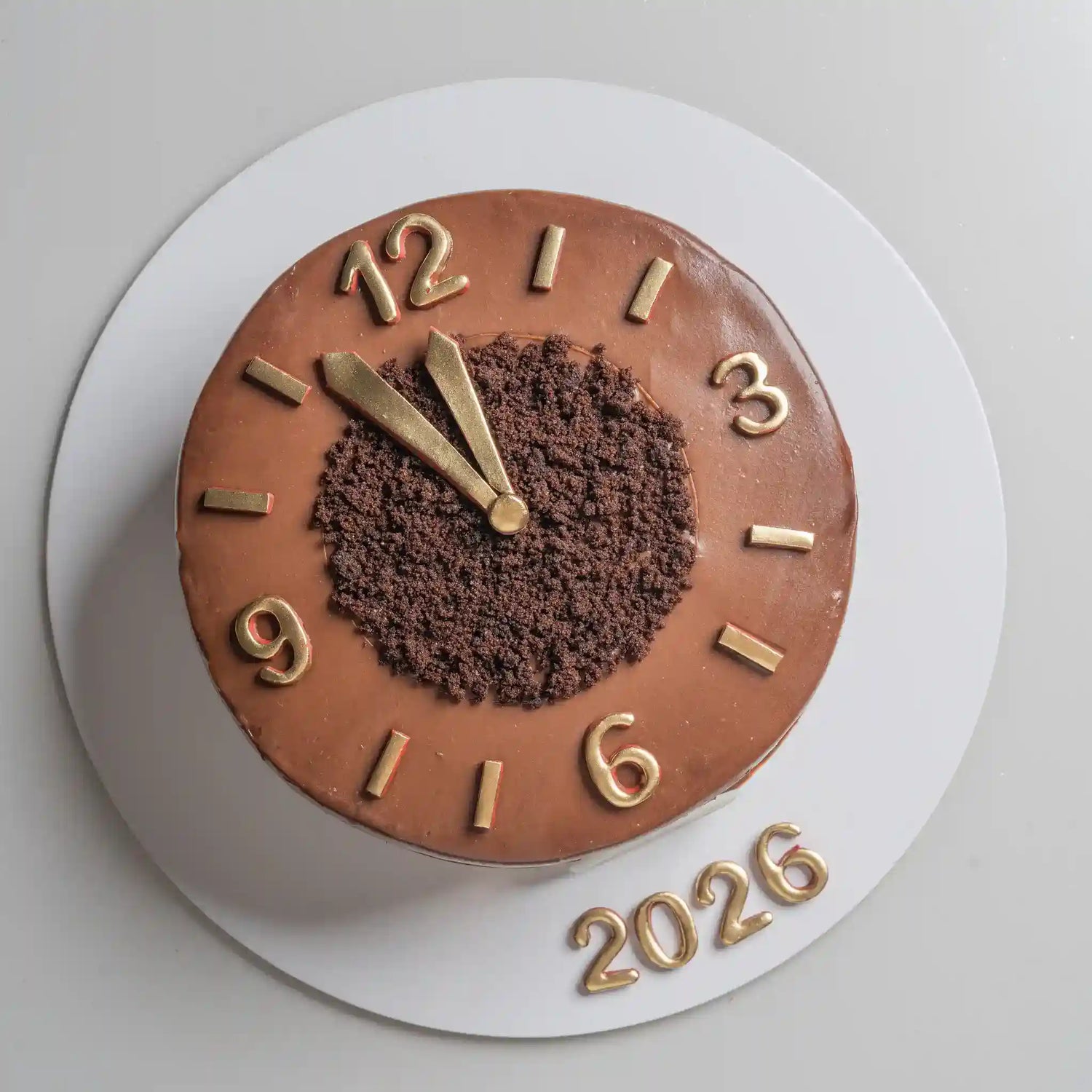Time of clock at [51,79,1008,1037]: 10:50
